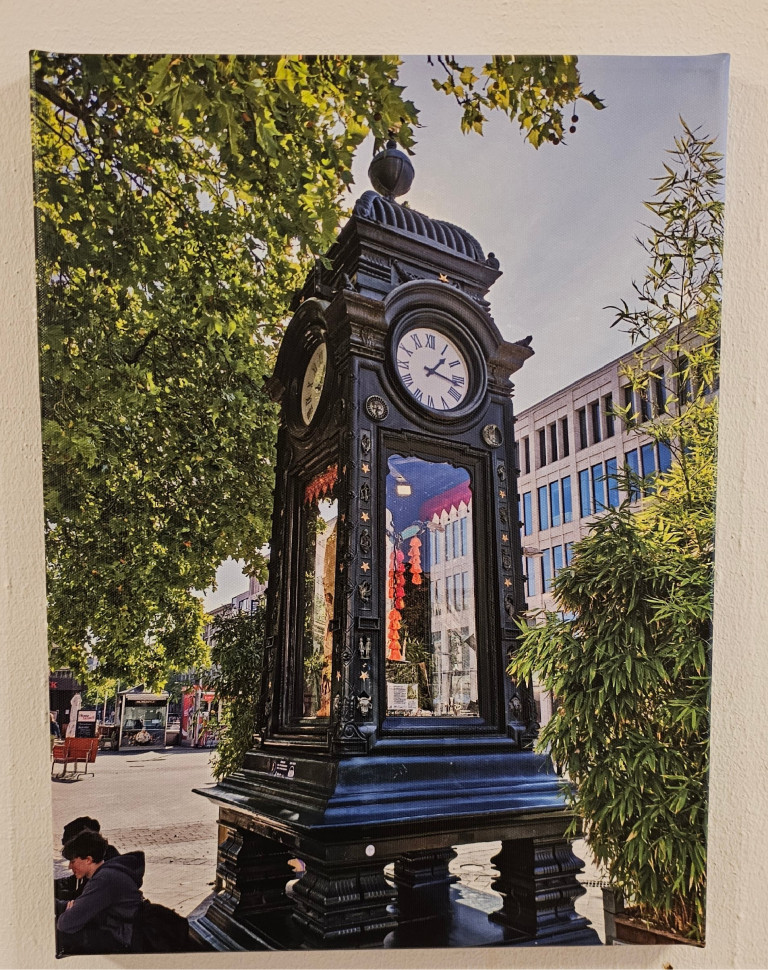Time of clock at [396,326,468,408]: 1:16
